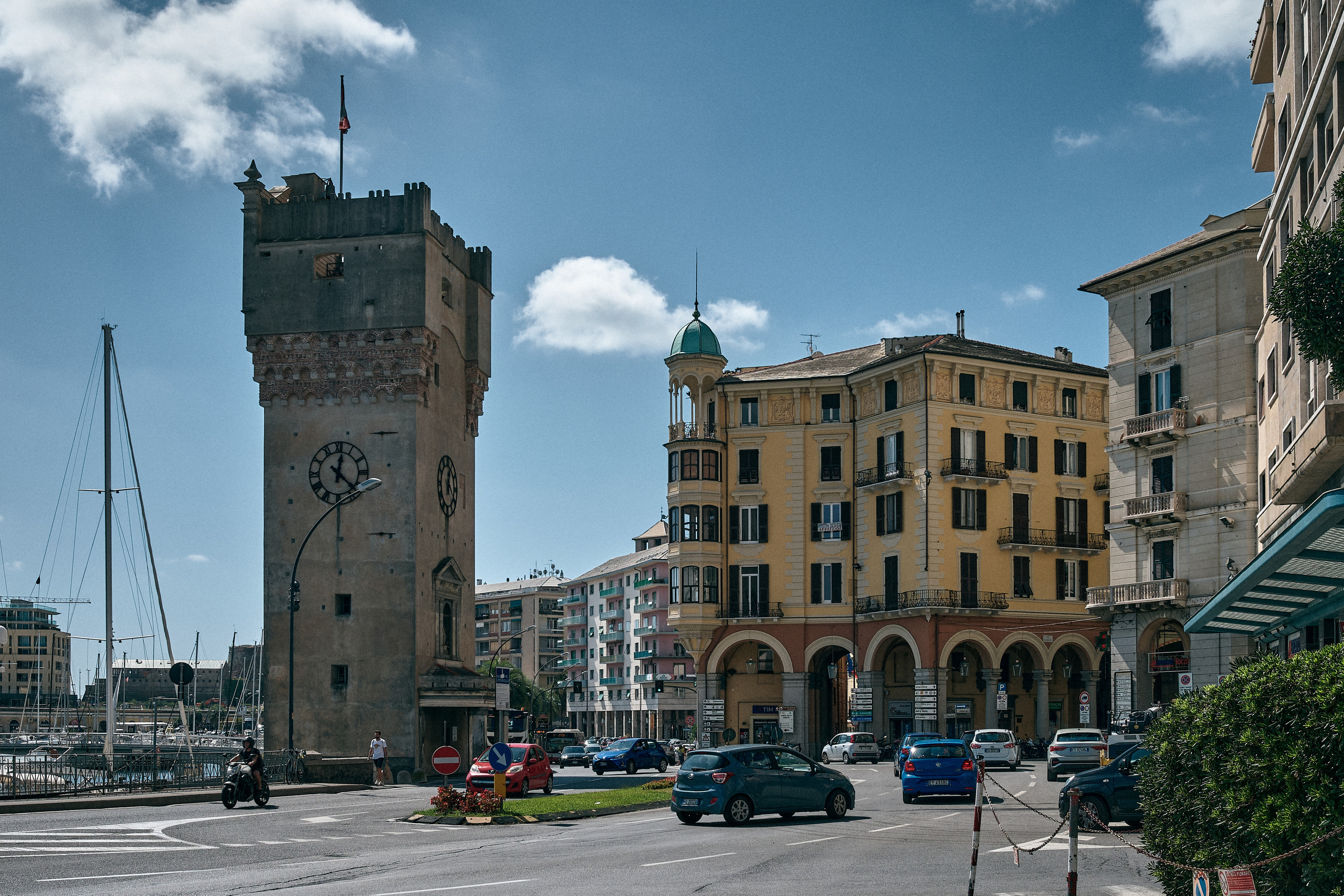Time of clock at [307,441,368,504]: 12:22
